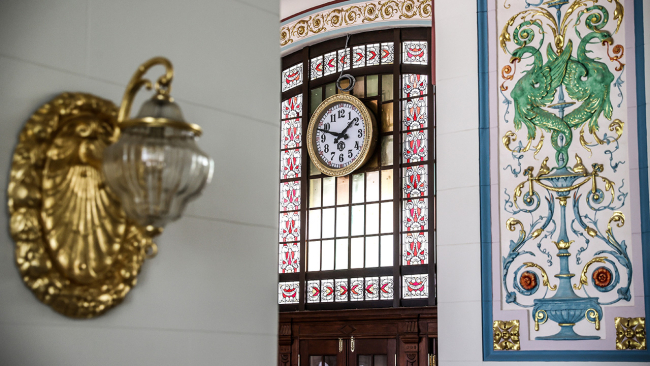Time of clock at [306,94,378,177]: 1:47
